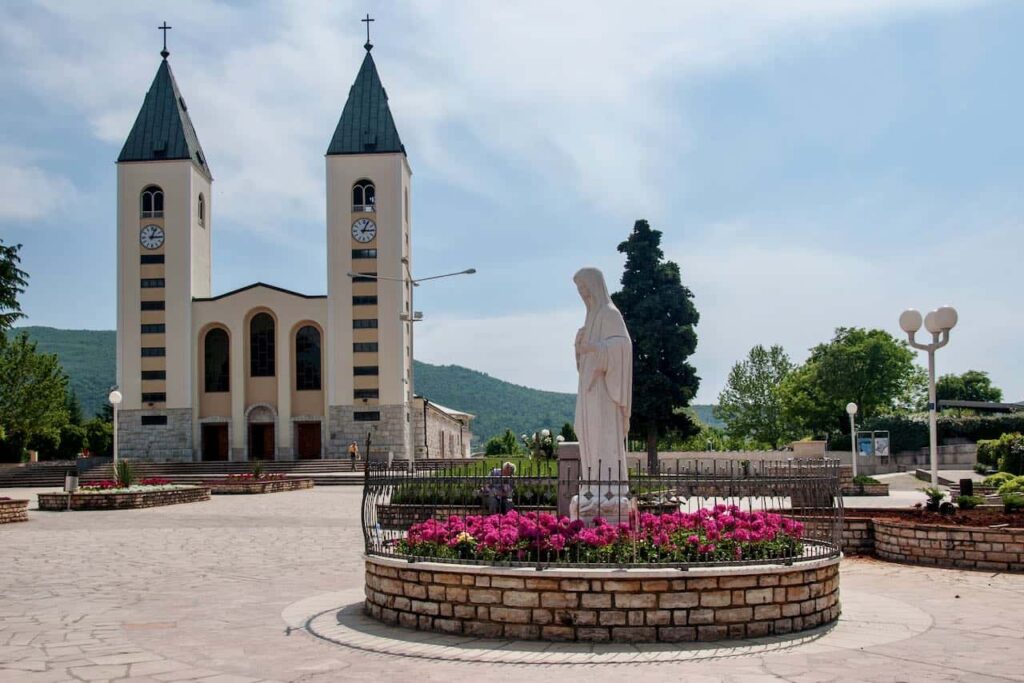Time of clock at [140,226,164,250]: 3:04
